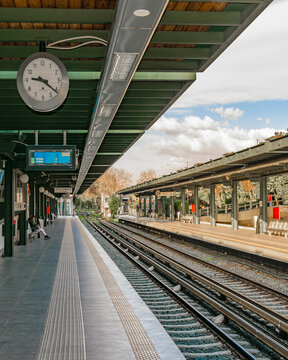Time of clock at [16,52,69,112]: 9:21
